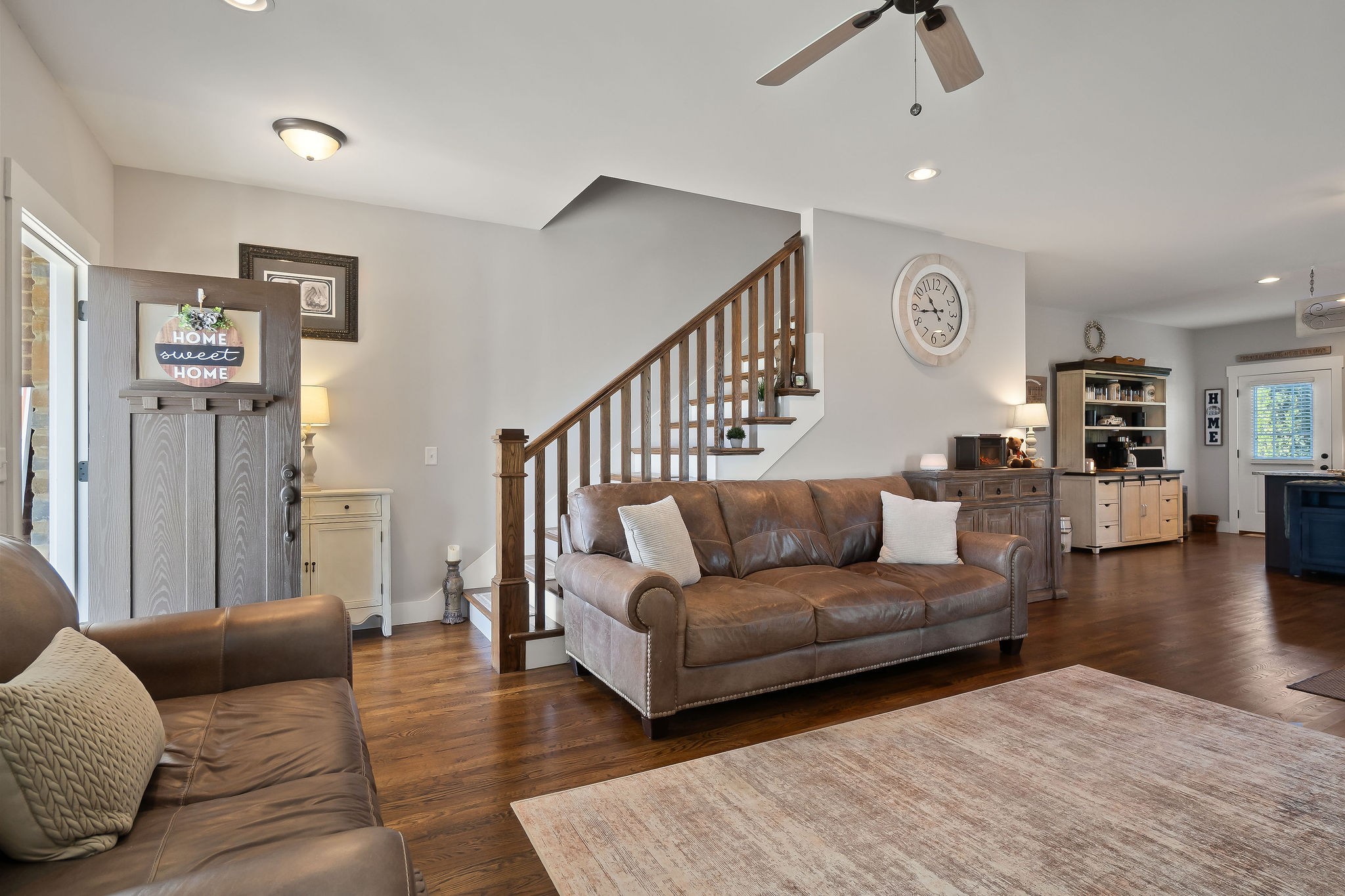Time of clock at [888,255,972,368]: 10:43
